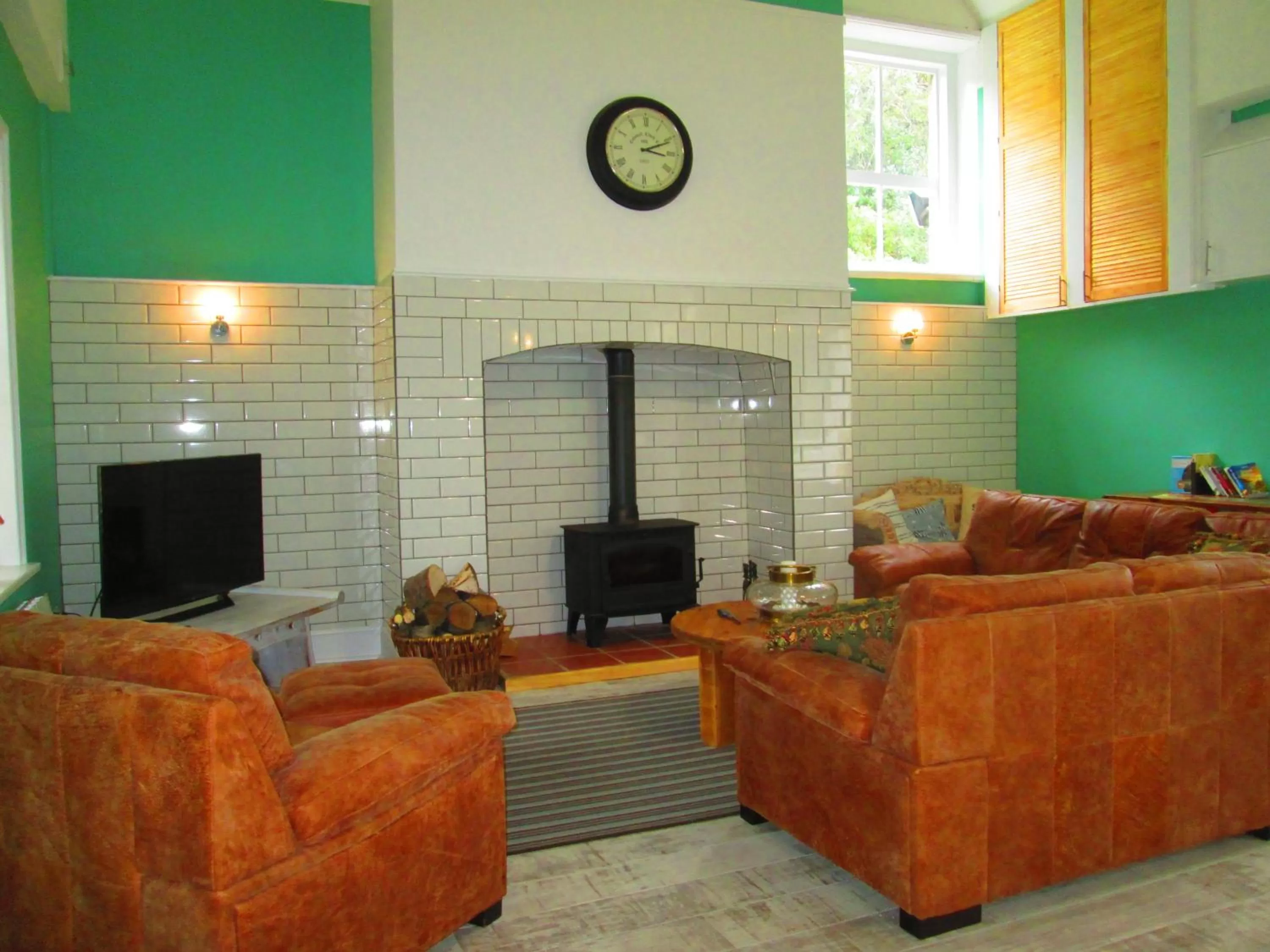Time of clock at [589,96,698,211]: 3:11
